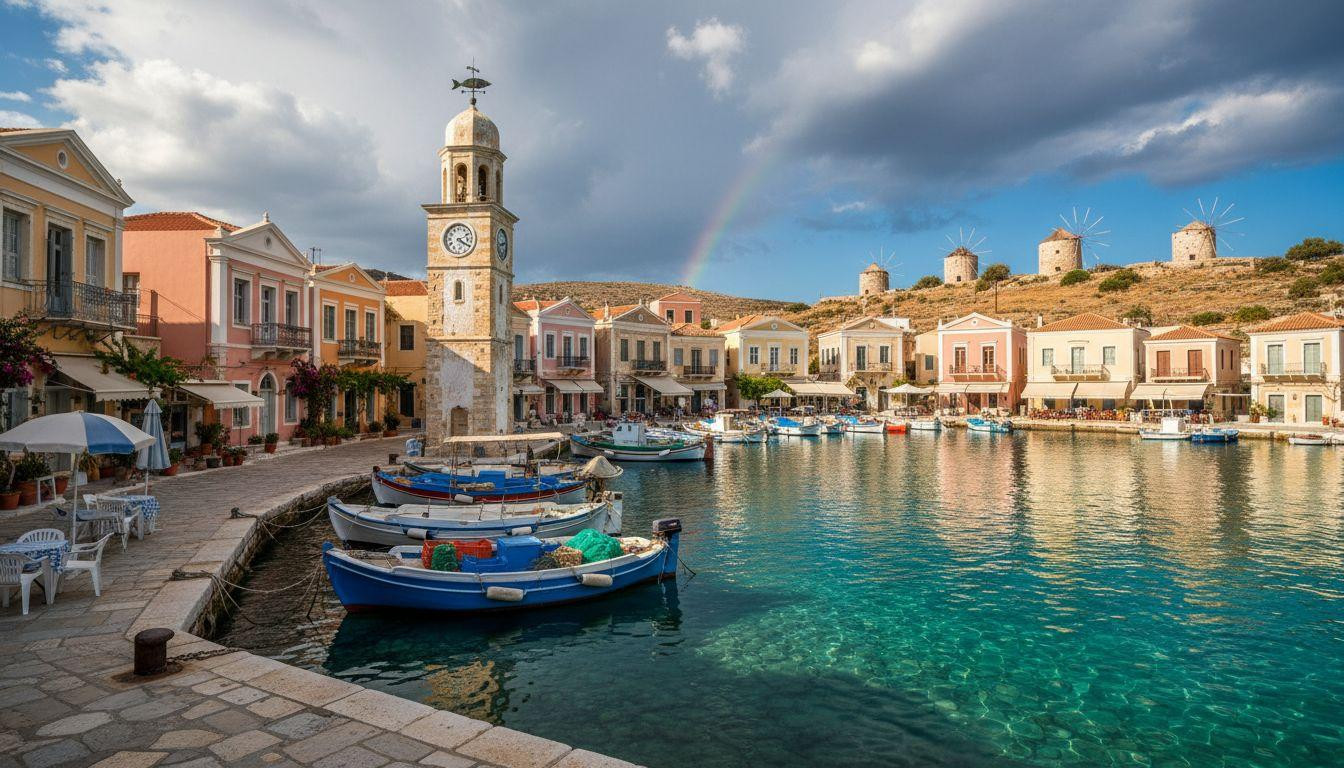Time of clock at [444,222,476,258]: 4:20
